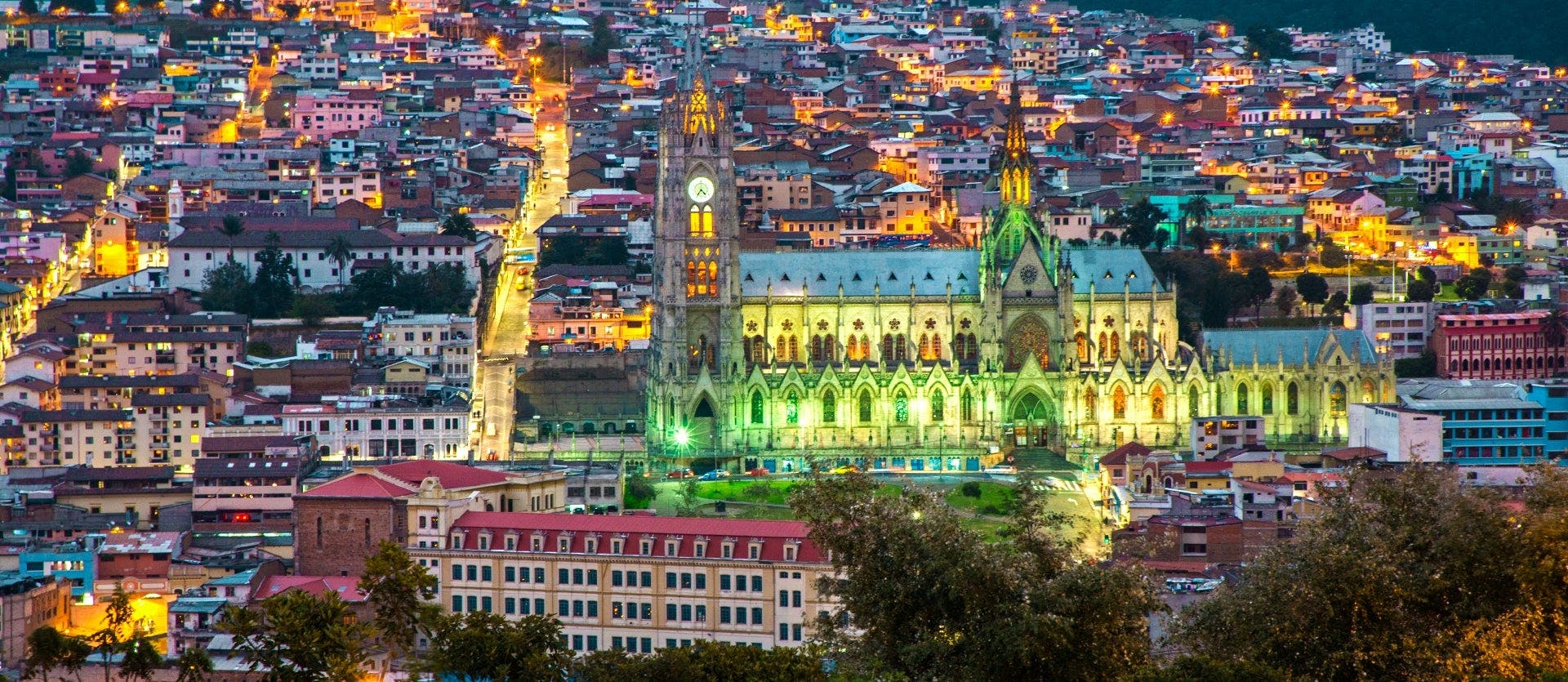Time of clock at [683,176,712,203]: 4:35
